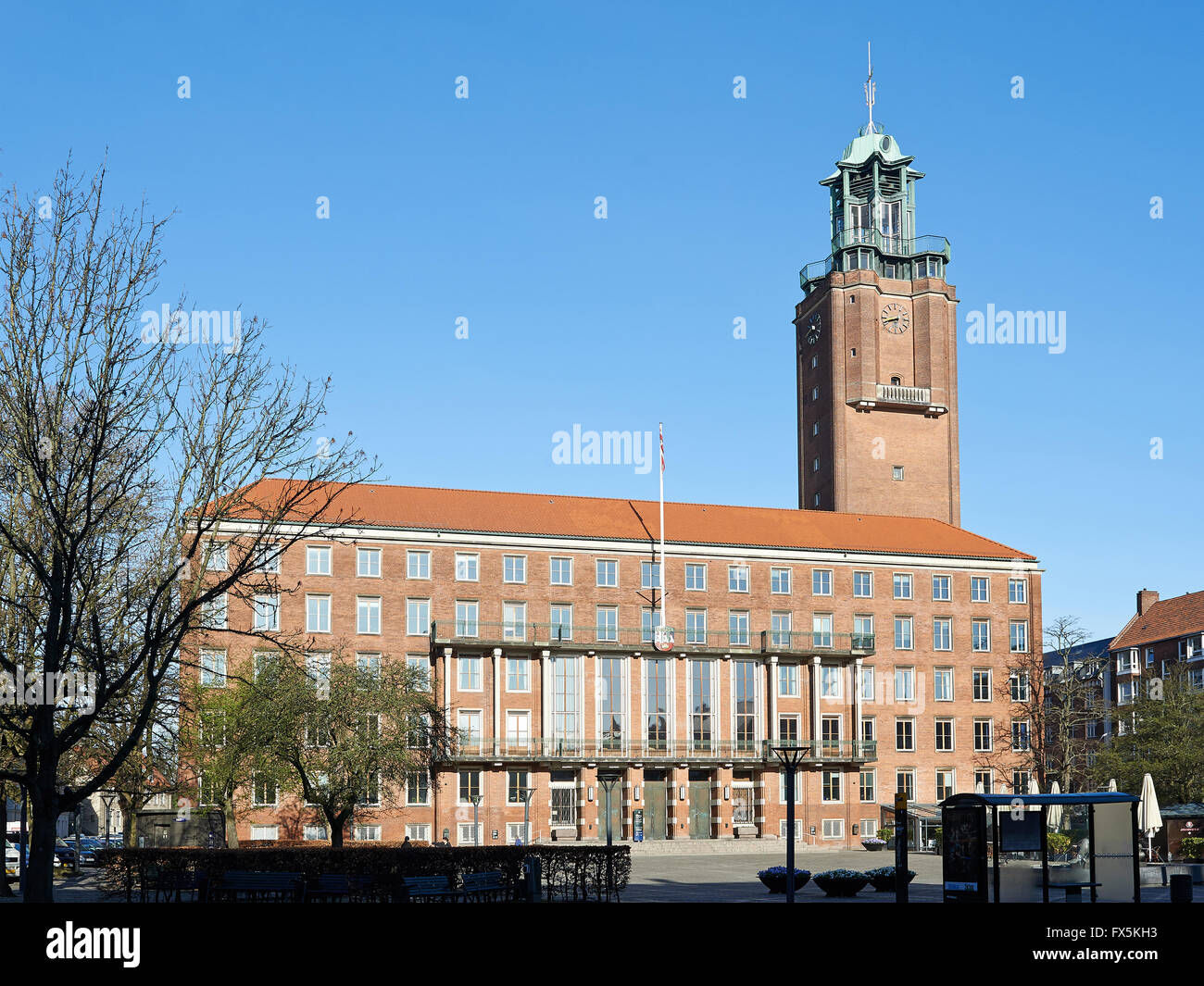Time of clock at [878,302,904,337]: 8:42
